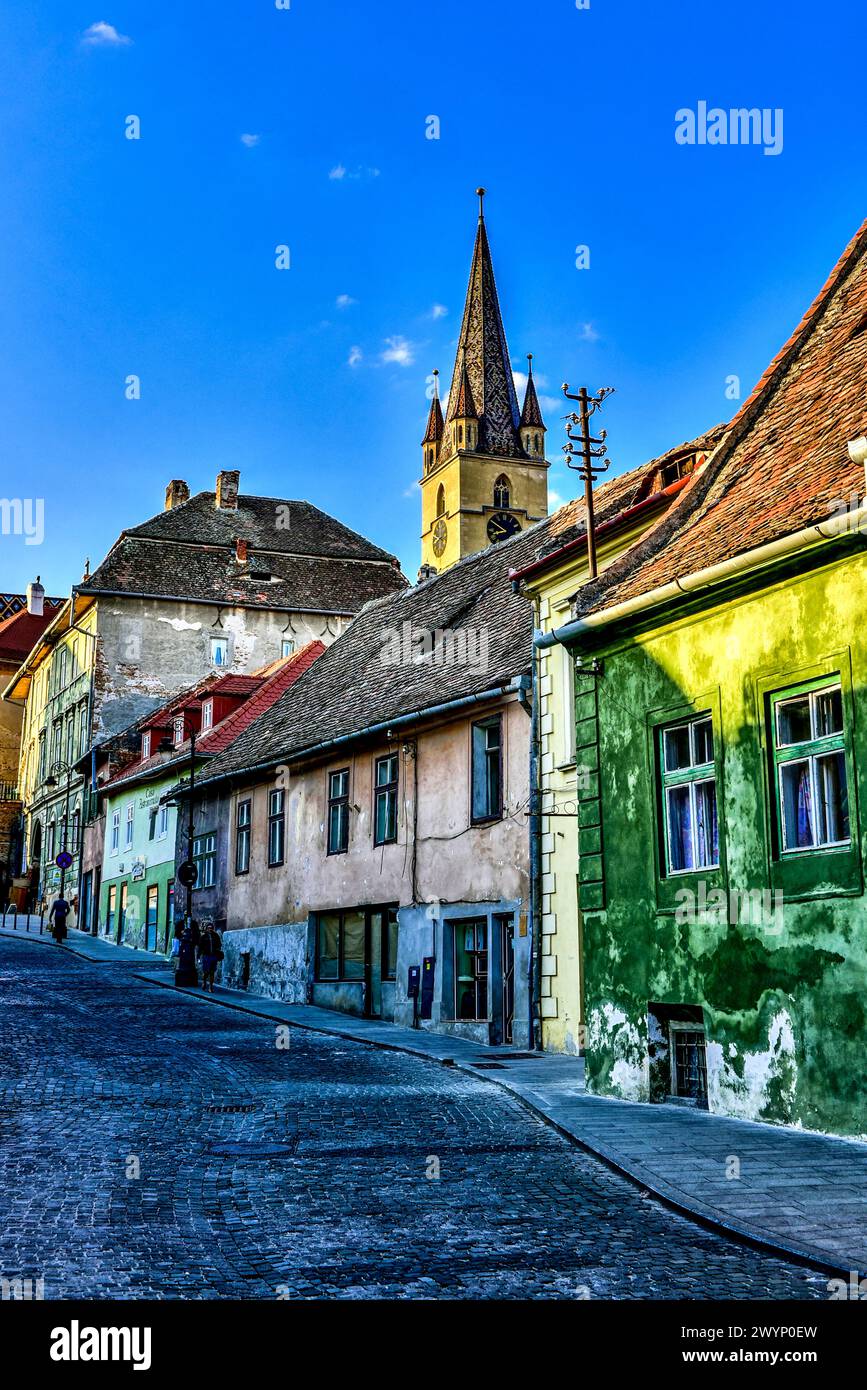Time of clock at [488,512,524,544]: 8:50
